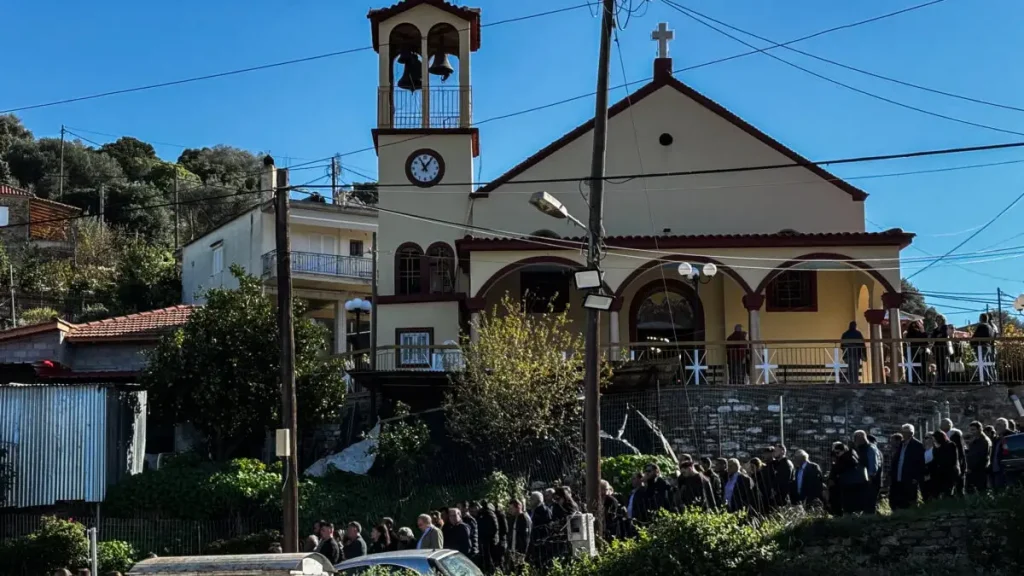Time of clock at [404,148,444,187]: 11:06
